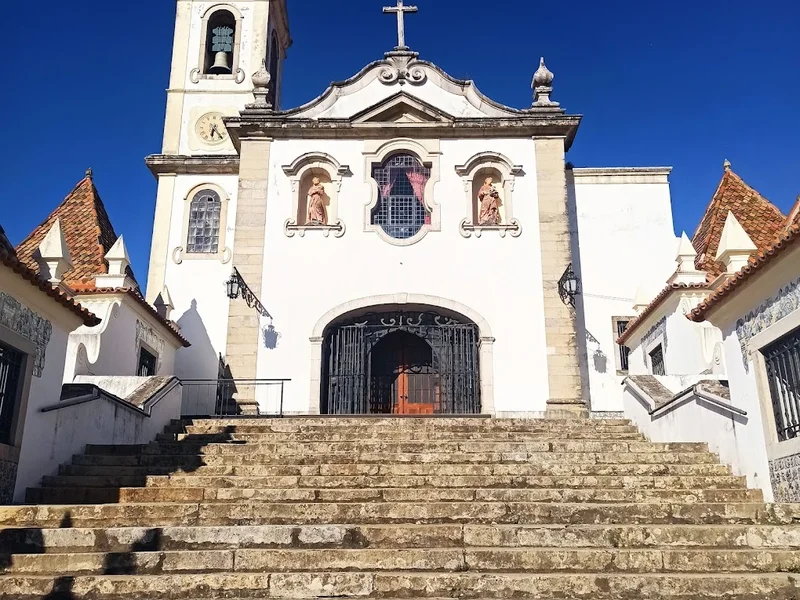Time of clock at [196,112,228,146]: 6:23
